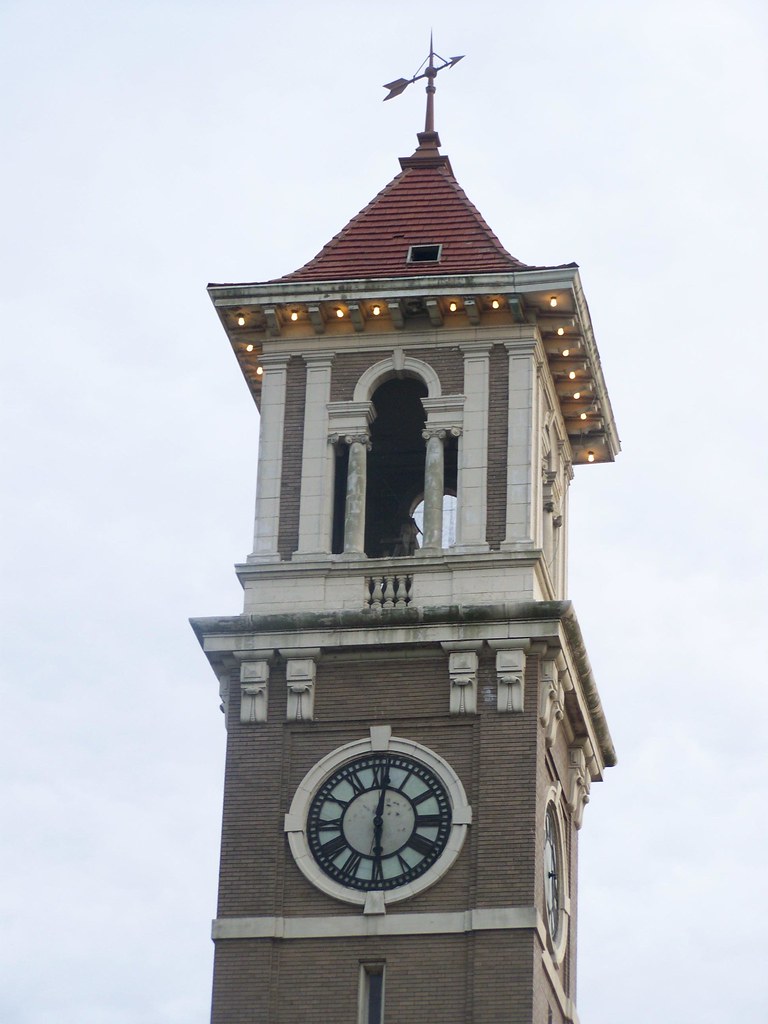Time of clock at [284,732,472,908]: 6:00
